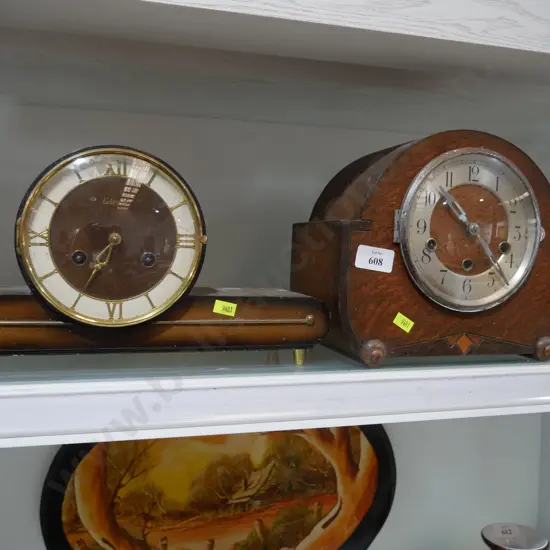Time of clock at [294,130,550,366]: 10:22
